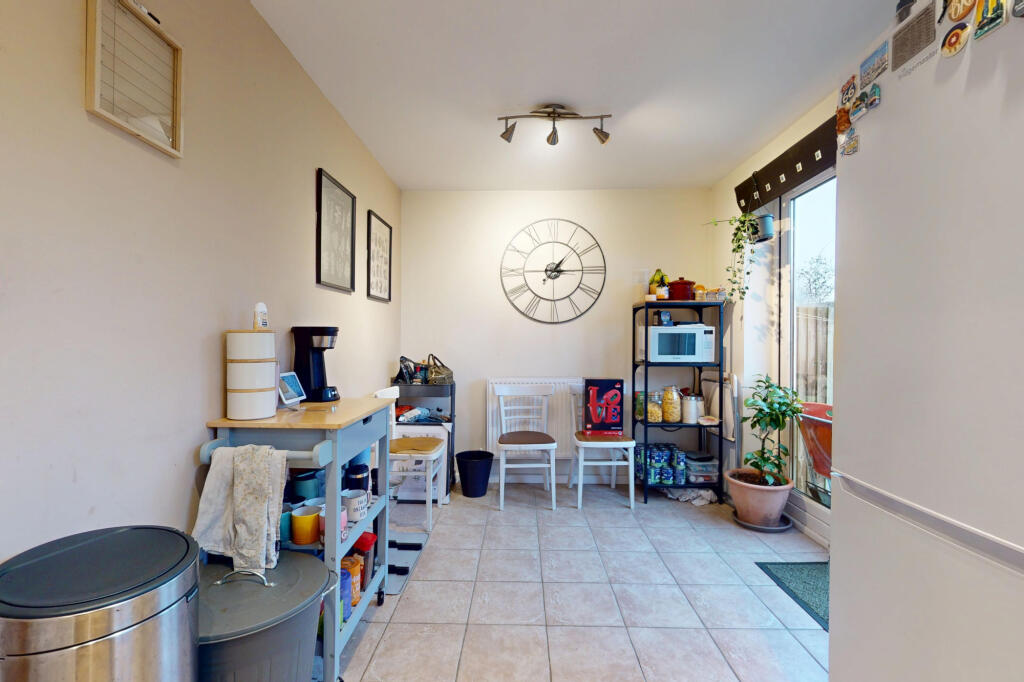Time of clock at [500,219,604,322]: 1:14
